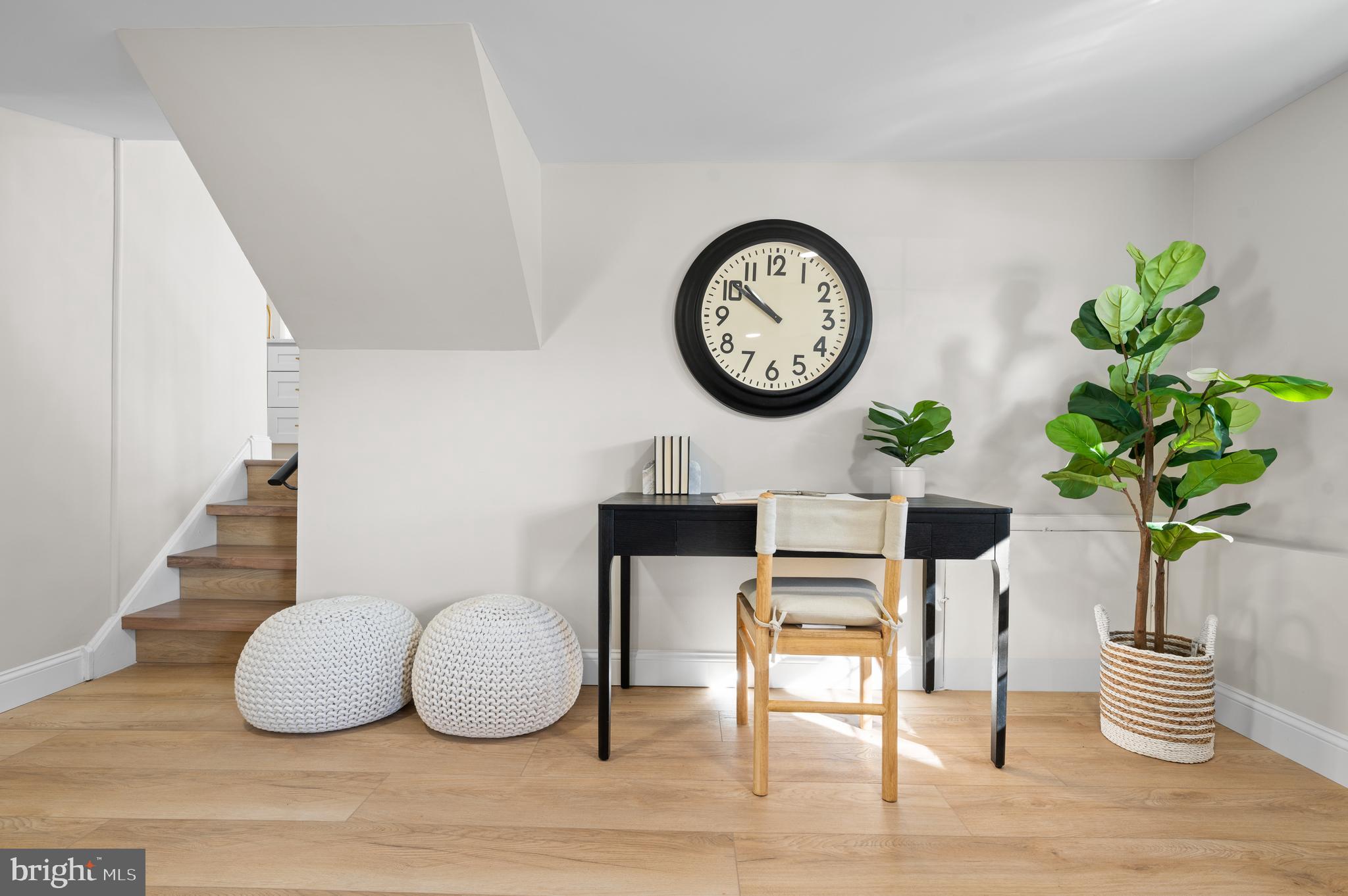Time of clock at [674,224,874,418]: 9:51
